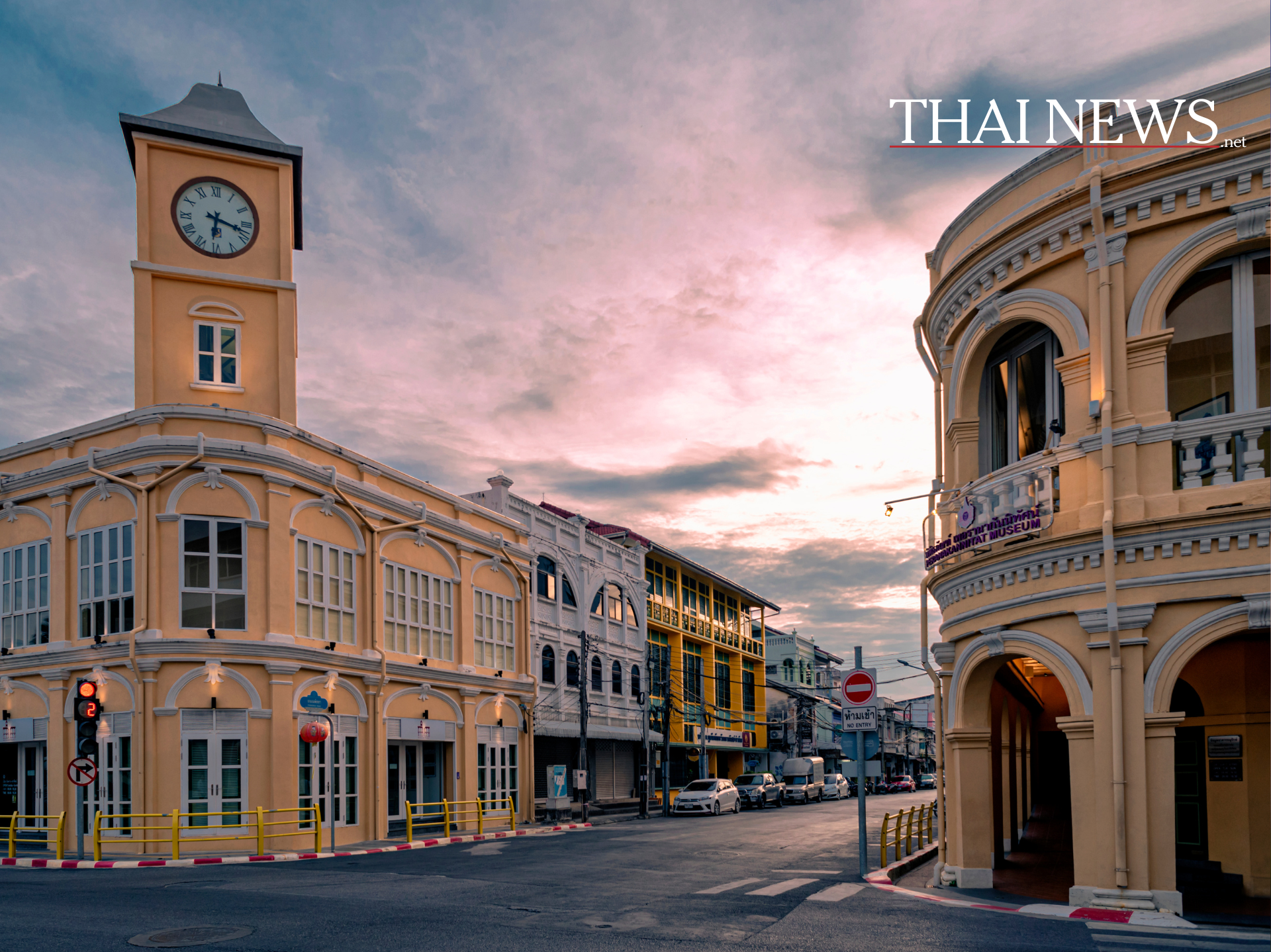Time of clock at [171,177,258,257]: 6:17
